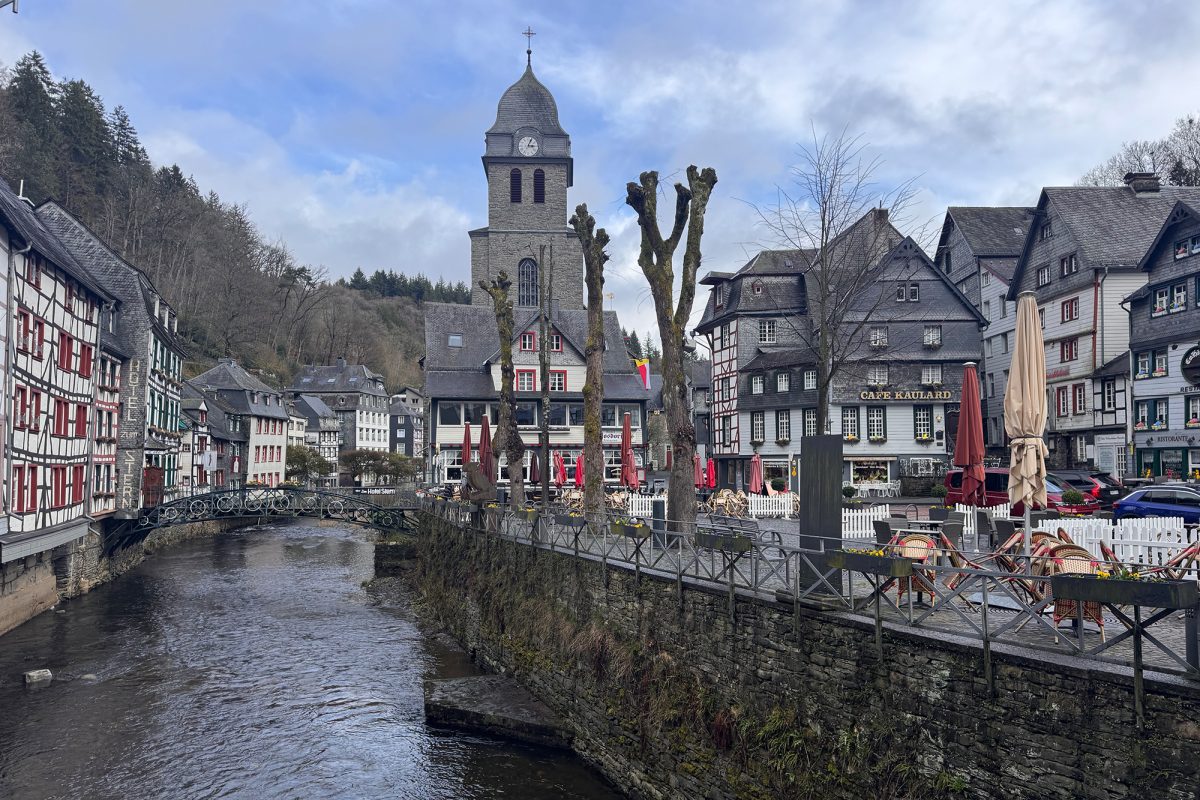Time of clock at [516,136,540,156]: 3:04
